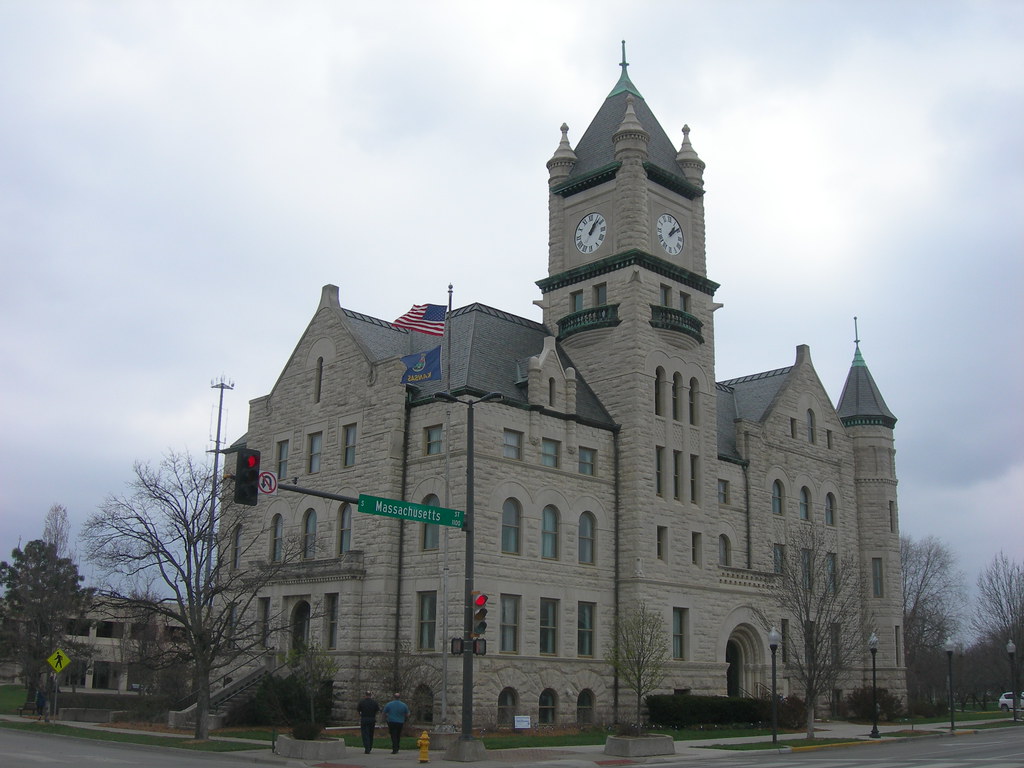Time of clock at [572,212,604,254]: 1:07
